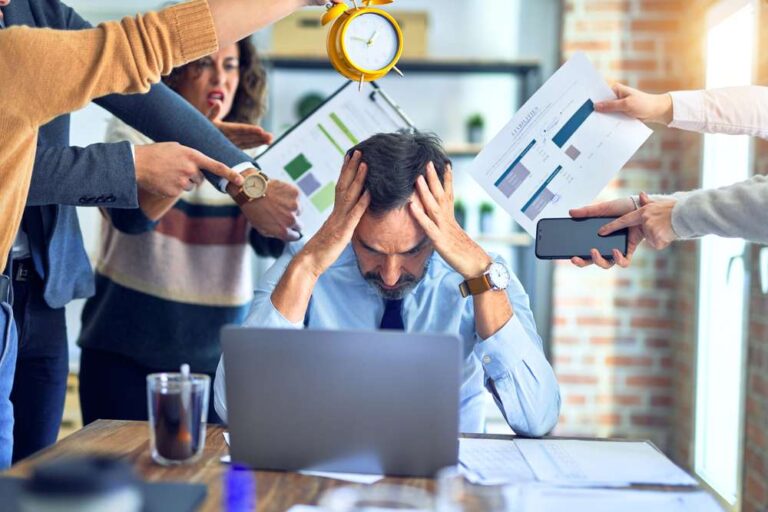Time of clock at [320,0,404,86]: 12:46
